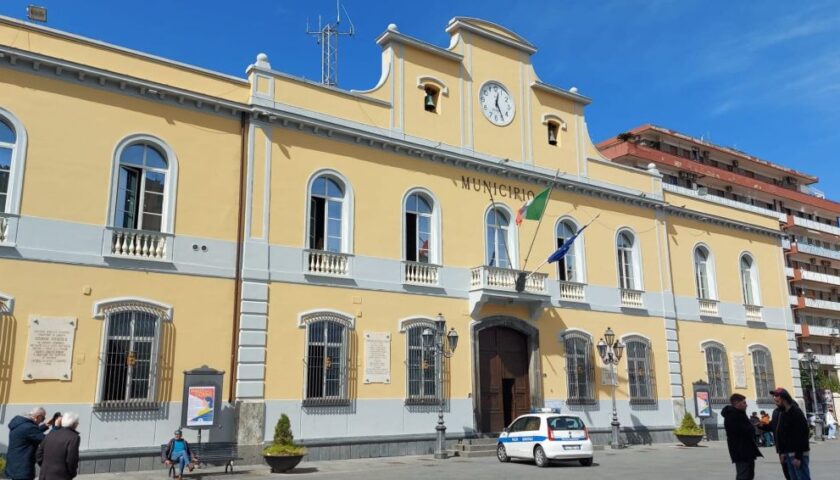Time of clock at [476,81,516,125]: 12:24
